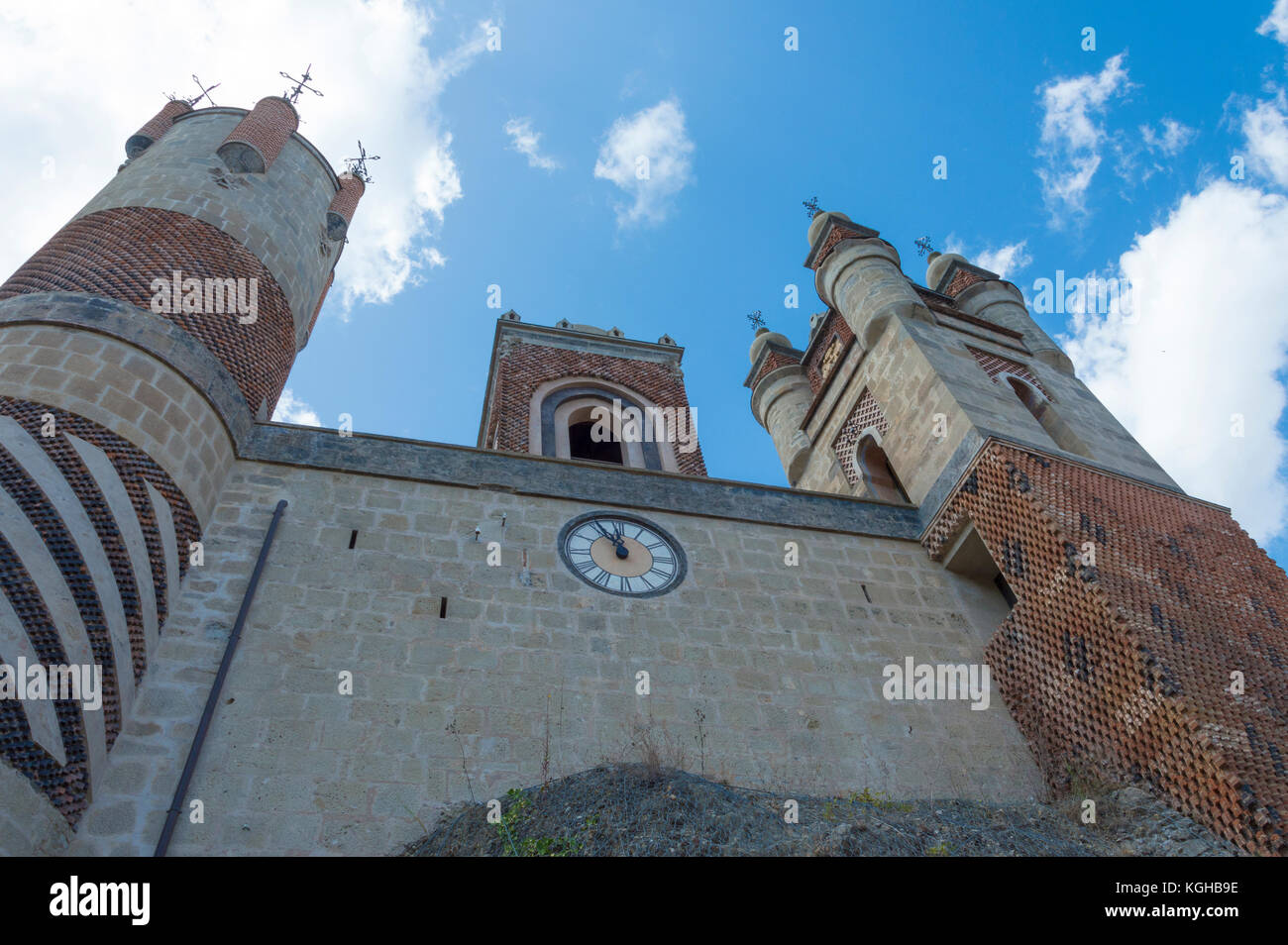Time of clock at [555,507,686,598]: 11:55
